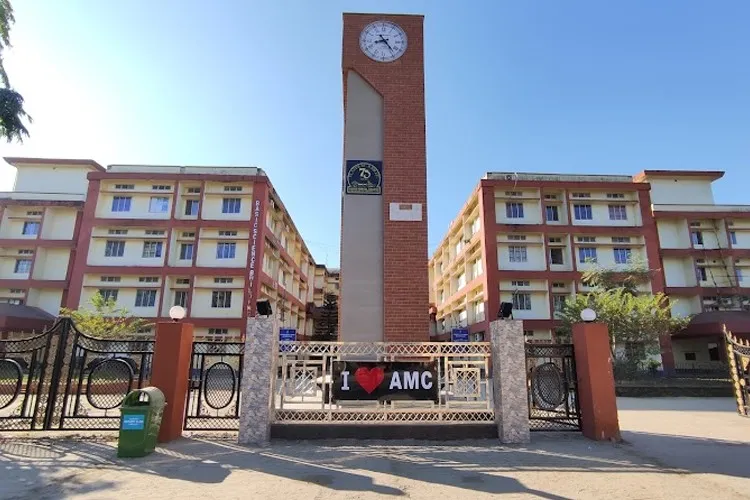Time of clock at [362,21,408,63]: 8:23
